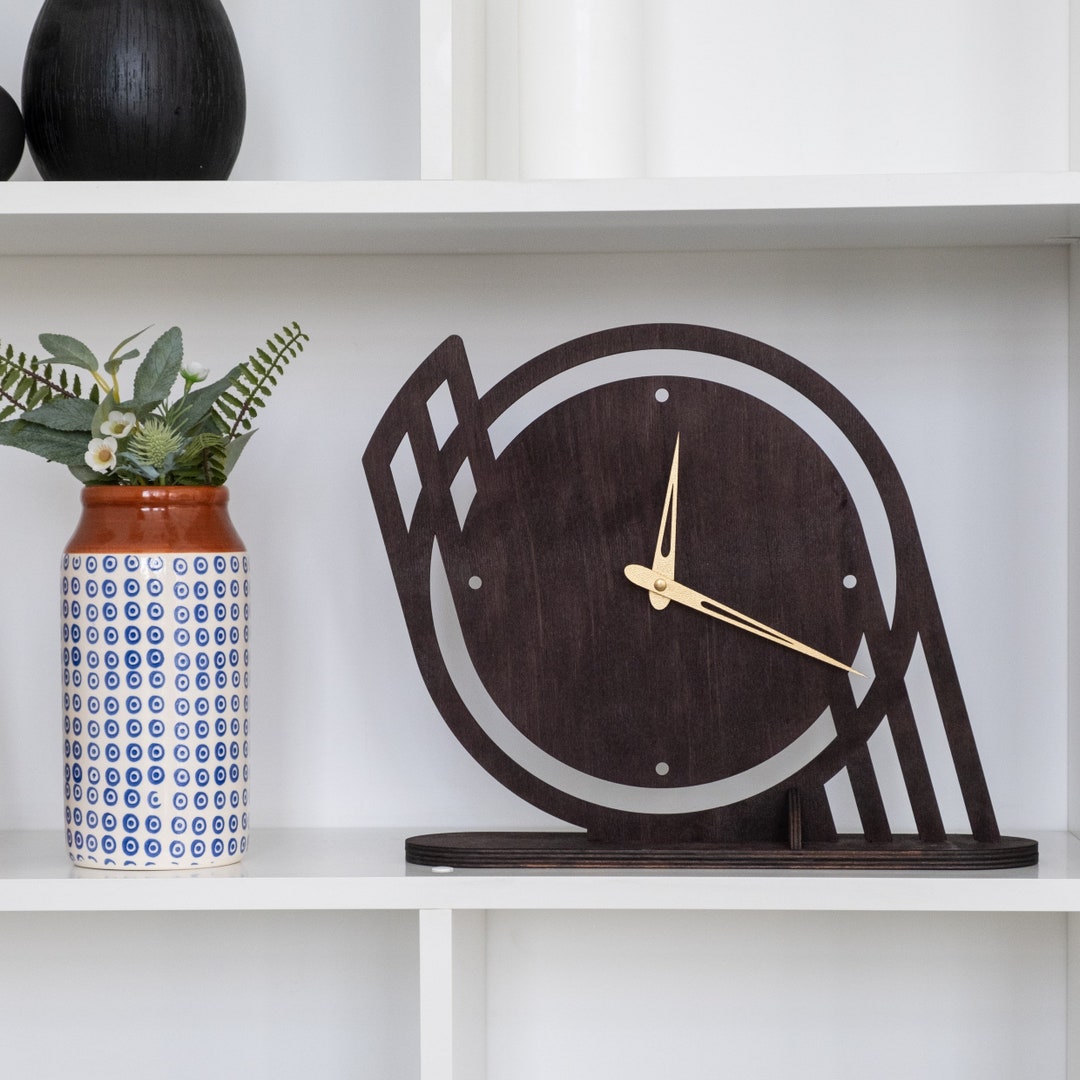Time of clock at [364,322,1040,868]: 12:19
